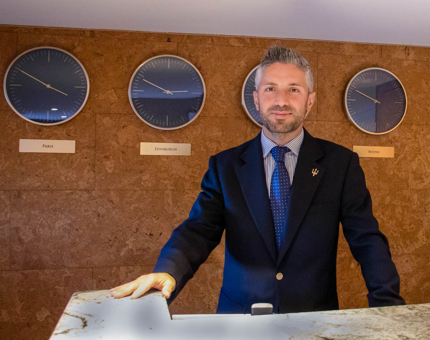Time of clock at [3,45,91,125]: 3:50
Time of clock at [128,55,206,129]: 2:49
